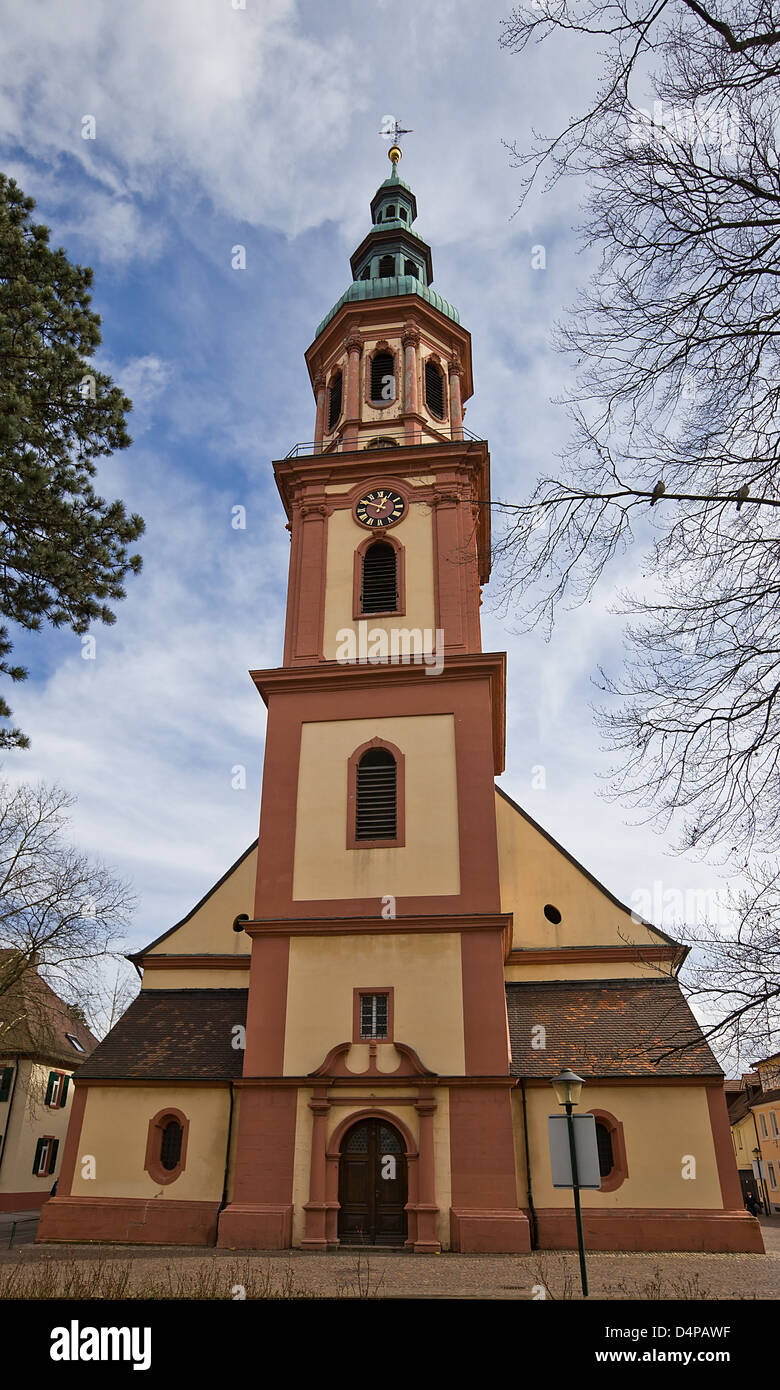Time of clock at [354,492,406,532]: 12:49
